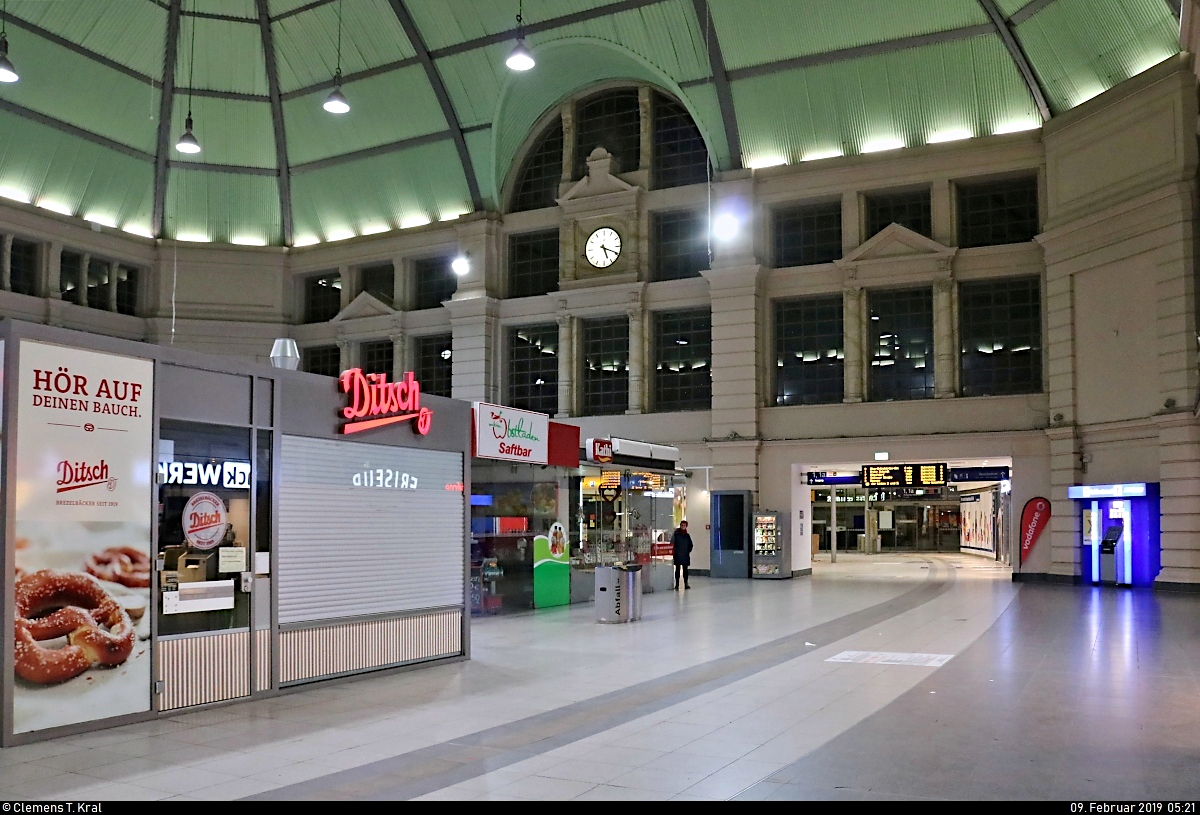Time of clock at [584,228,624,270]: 5:19
